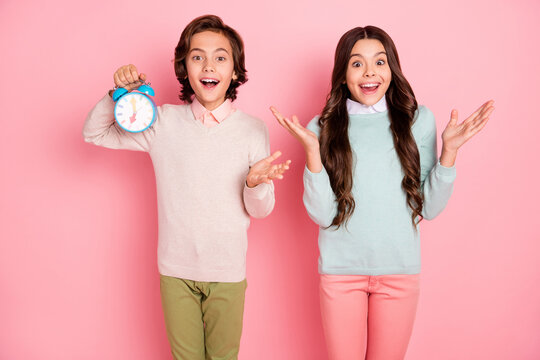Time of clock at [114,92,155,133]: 7:00
